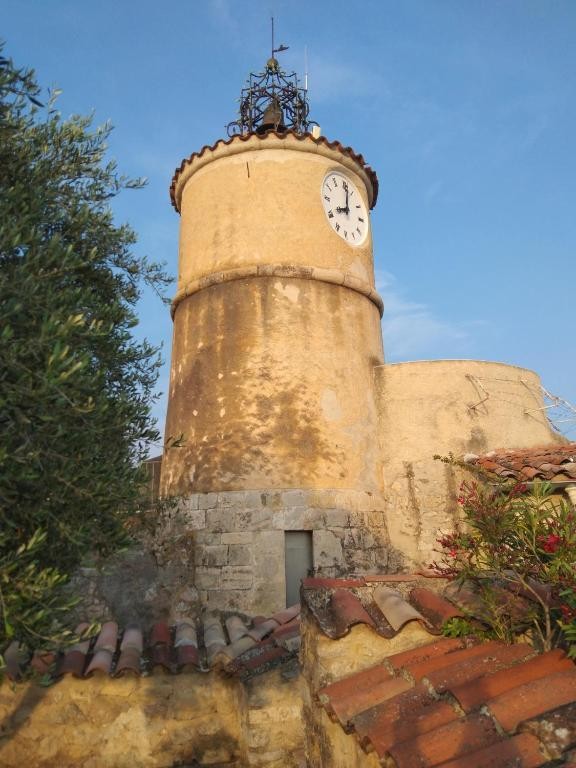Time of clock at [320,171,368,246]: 8:01
